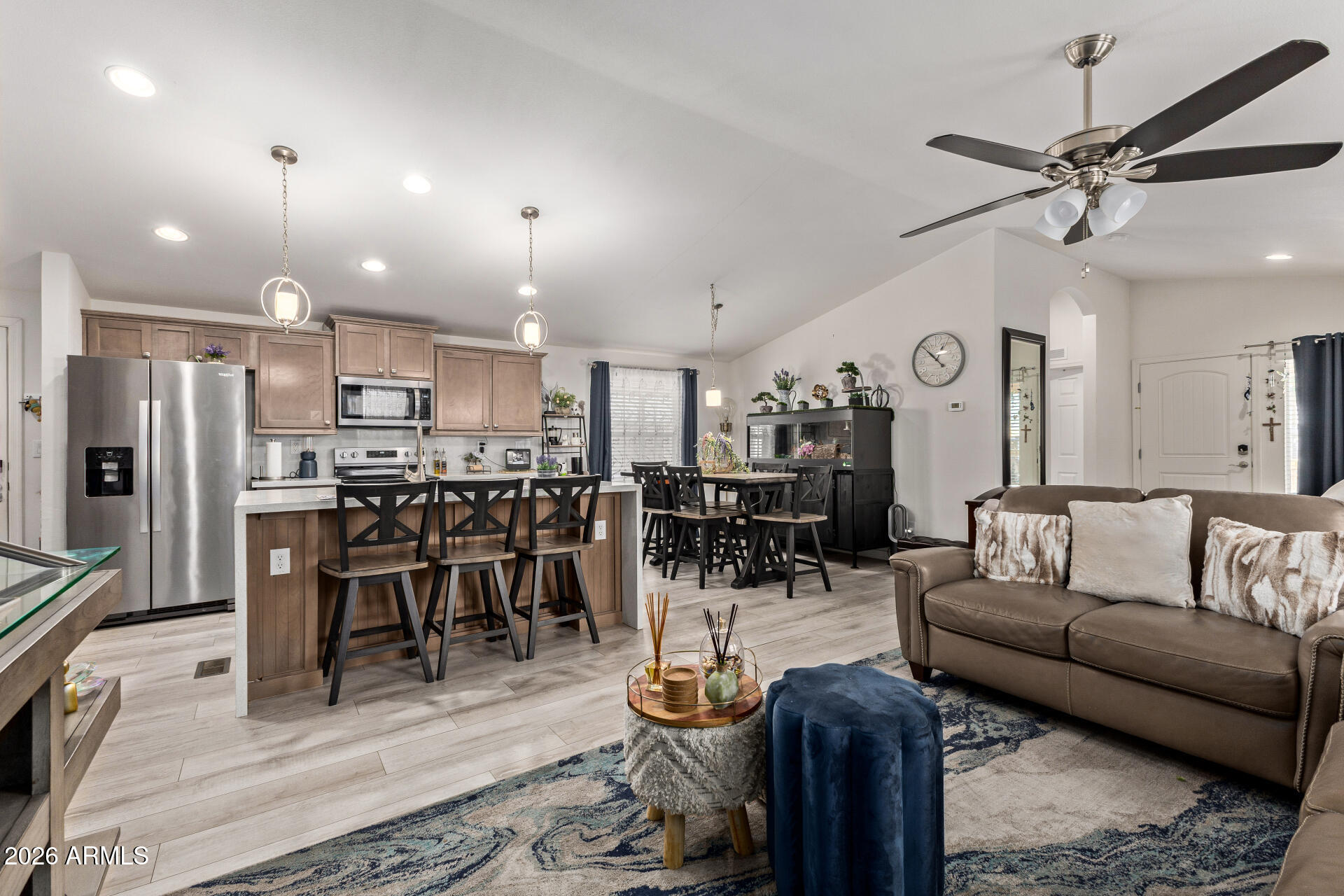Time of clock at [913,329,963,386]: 12:52
